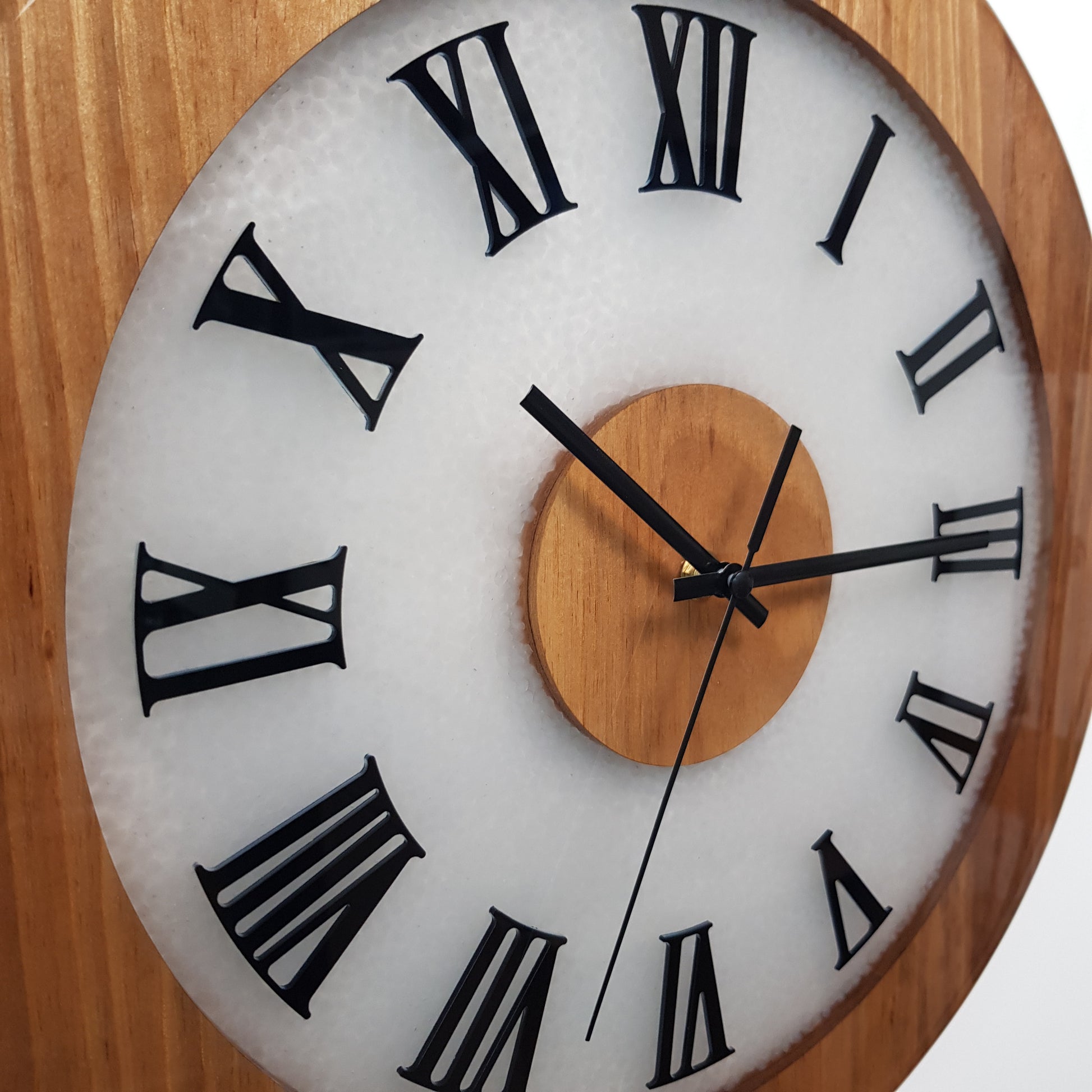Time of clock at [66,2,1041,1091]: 10:14
